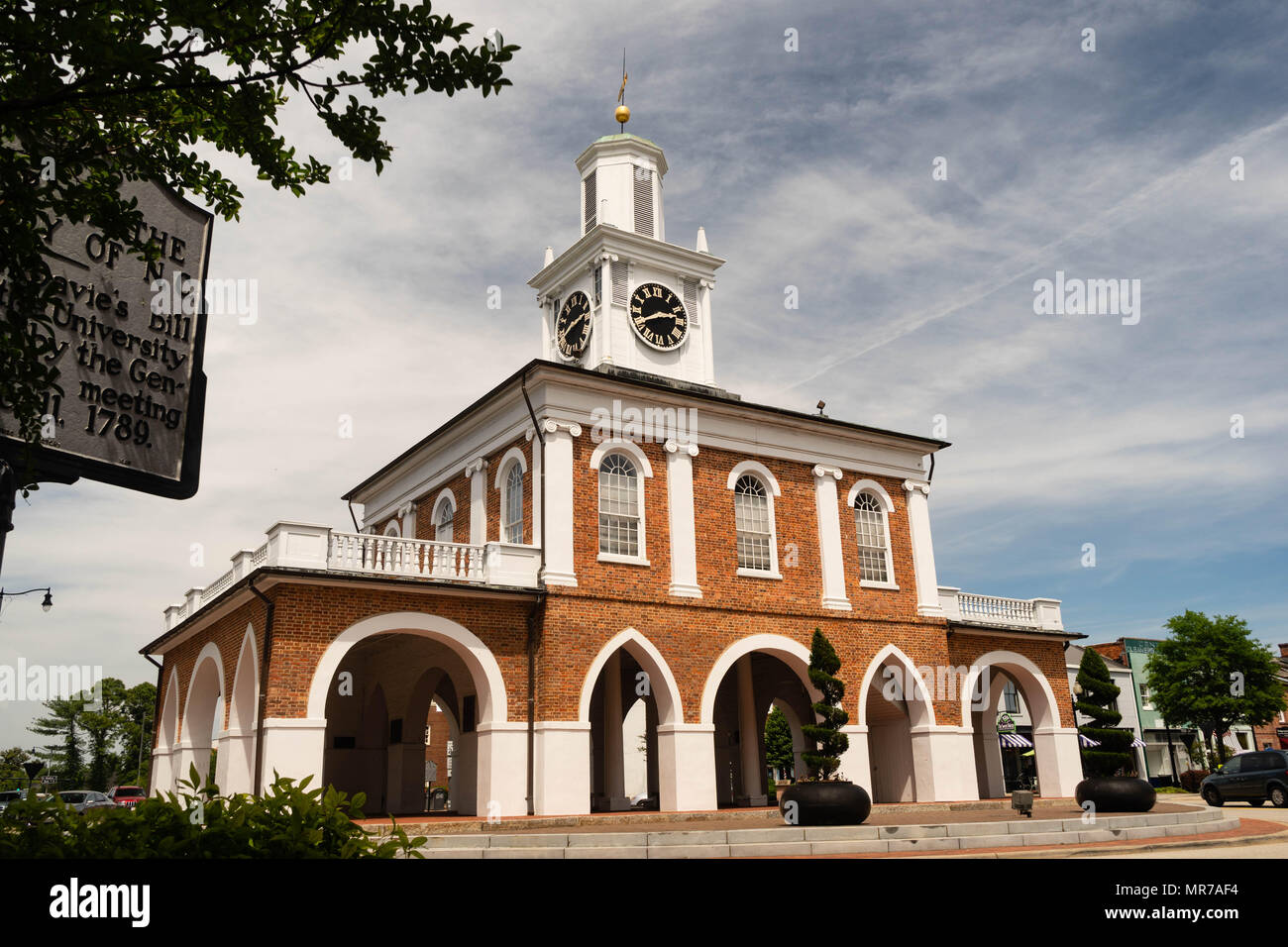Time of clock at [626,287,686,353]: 2:40
